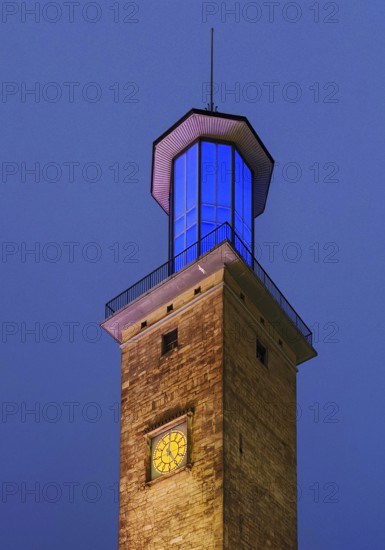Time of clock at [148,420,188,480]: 12:24
